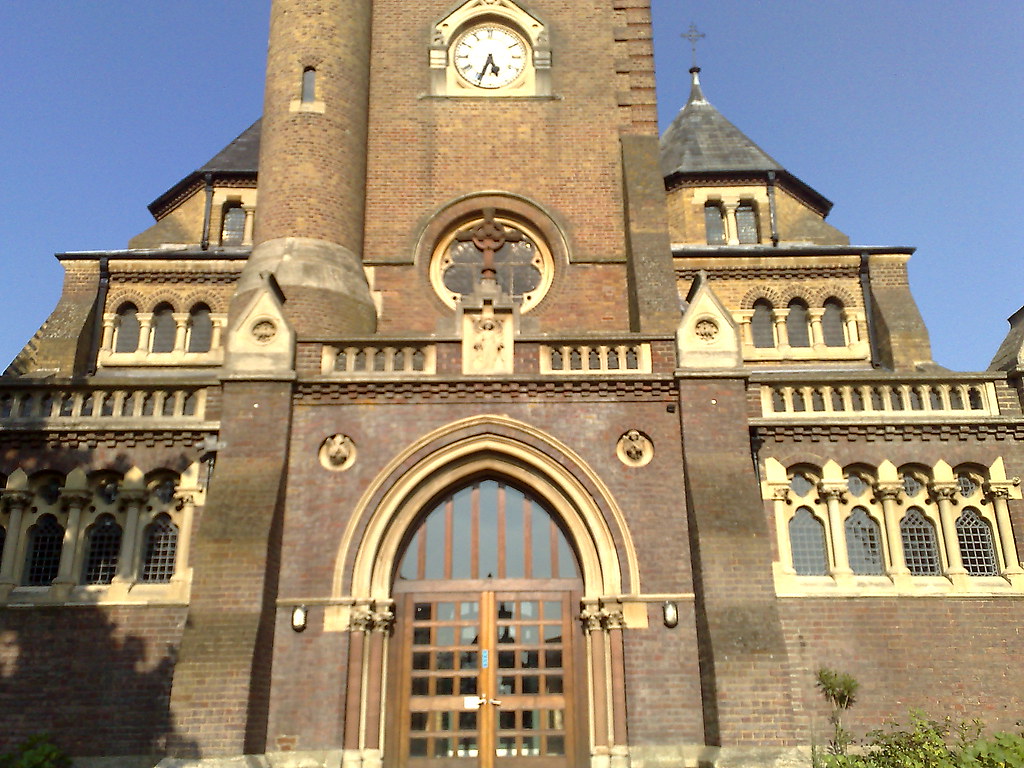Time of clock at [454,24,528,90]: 5:33
